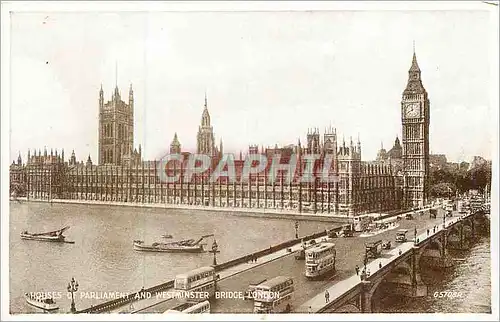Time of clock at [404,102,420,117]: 11:41
